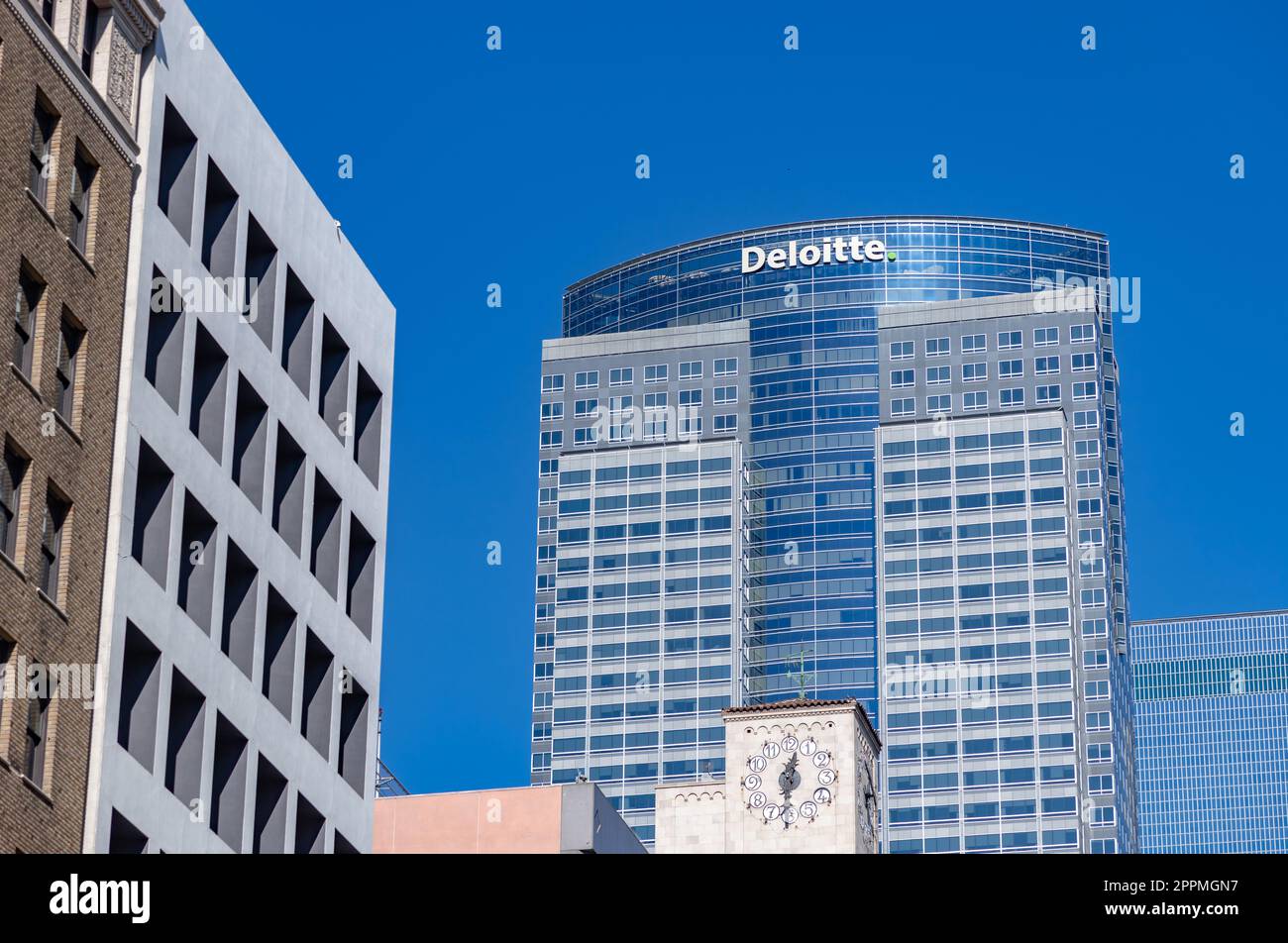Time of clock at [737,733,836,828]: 12:30
